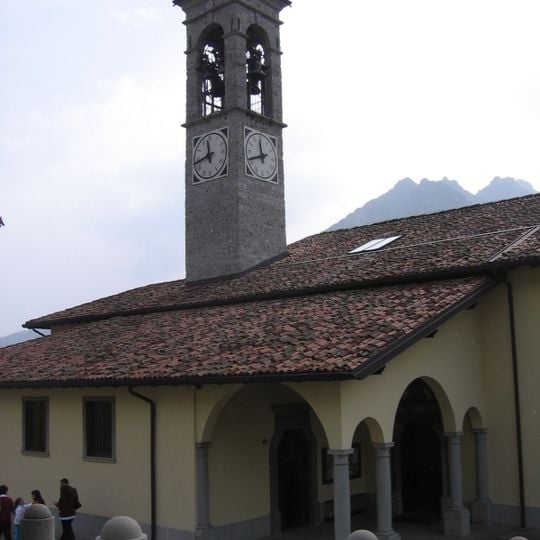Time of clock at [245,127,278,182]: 11:41
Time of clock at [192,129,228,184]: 11:43
